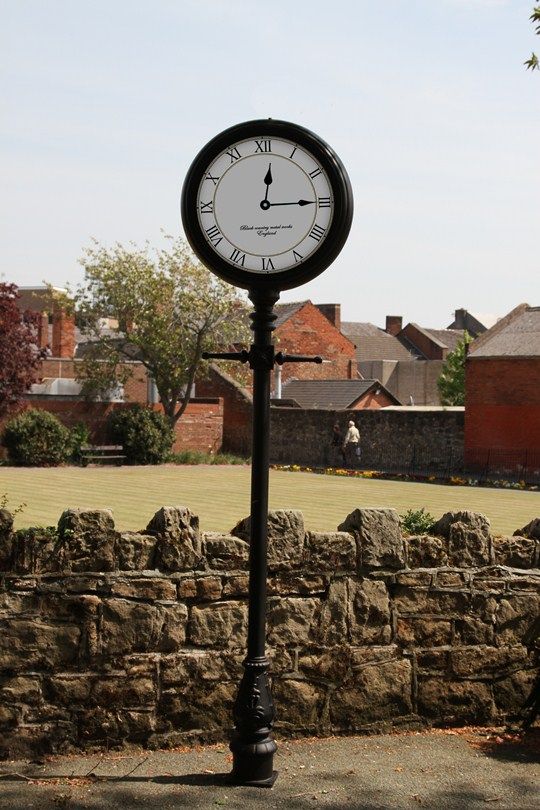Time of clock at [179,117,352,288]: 12:14
